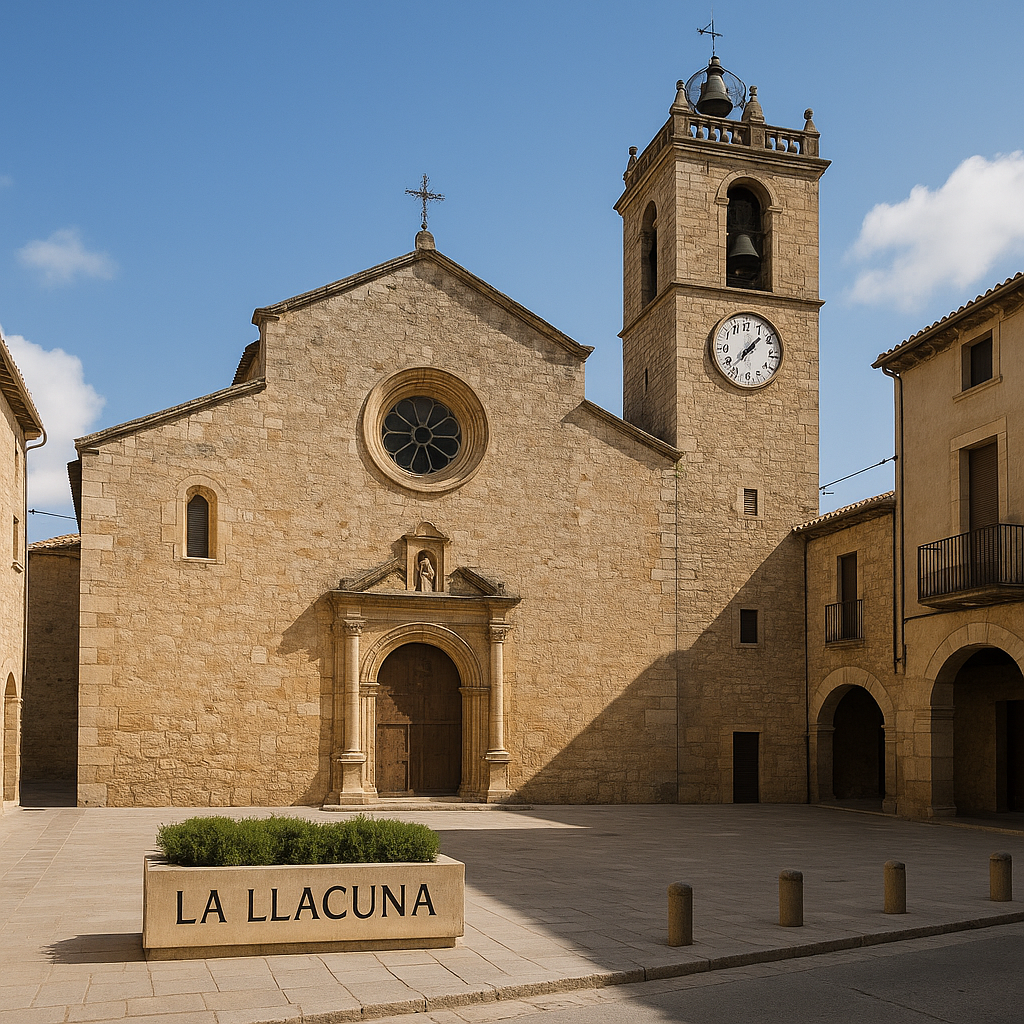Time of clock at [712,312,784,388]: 1:37
